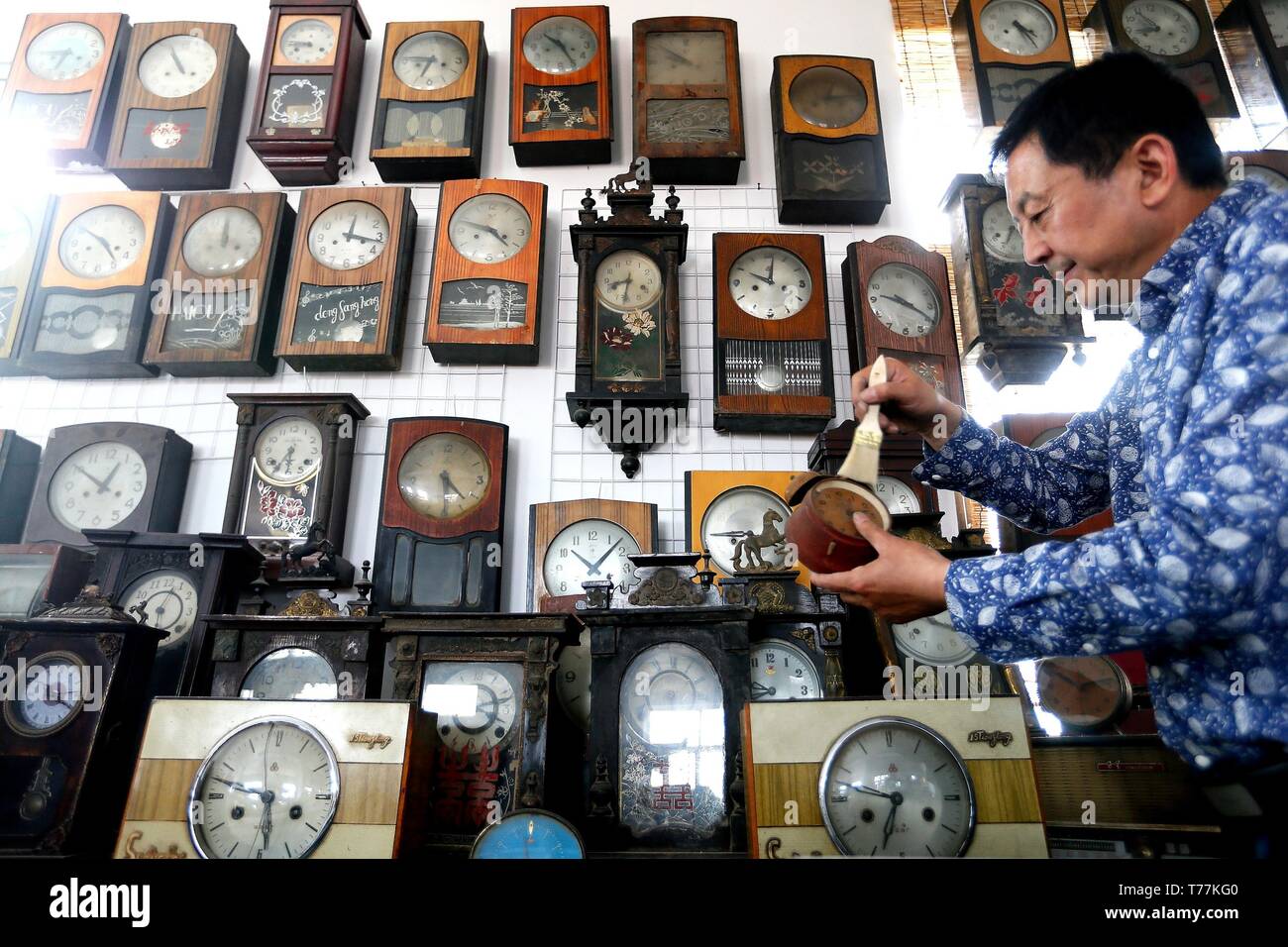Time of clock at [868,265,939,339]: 9:19
